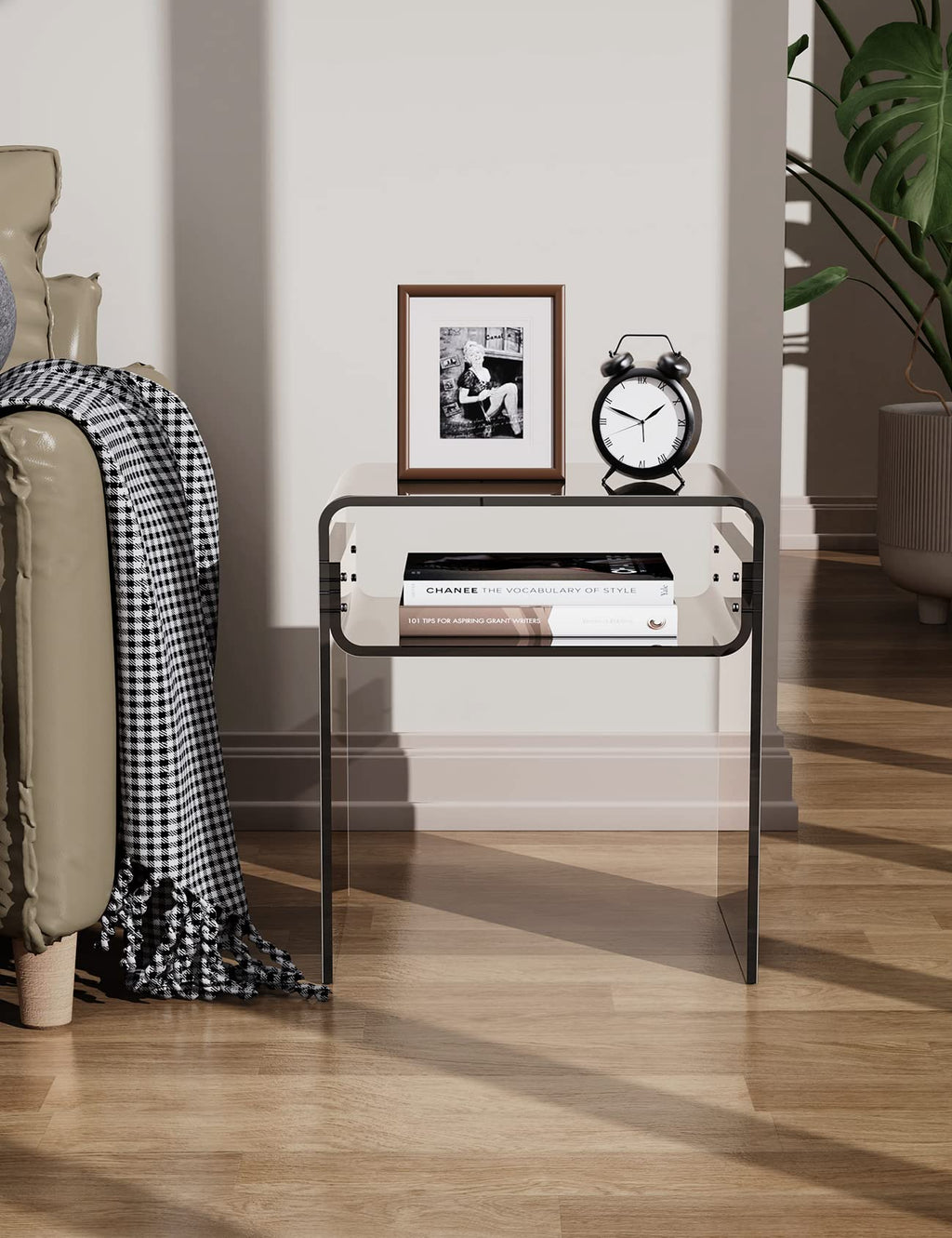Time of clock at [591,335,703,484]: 1:48
